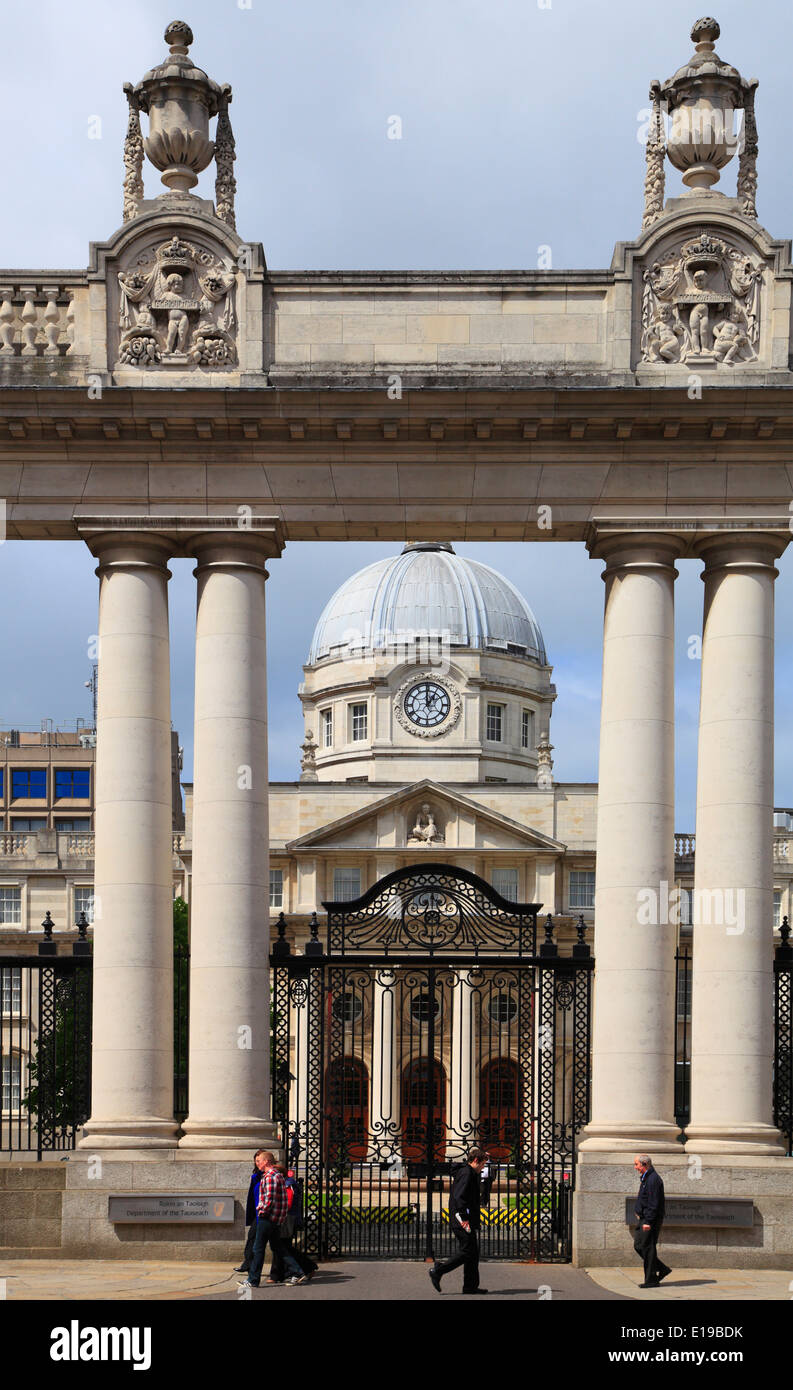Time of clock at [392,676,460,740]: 12:59
